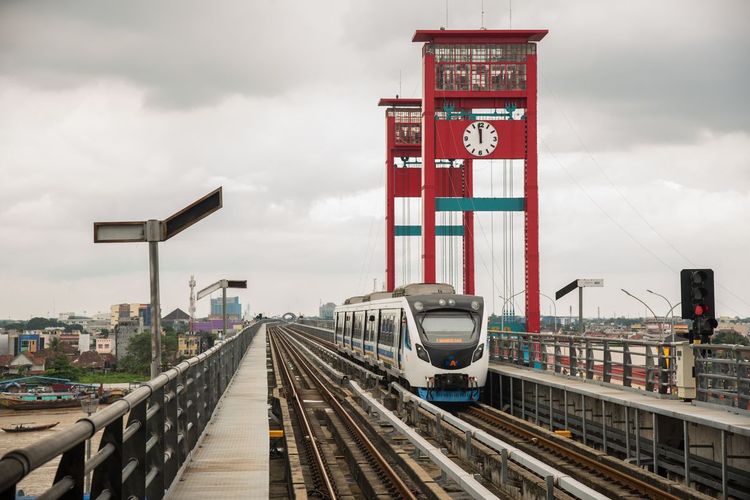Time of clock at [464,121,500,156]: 11:58
